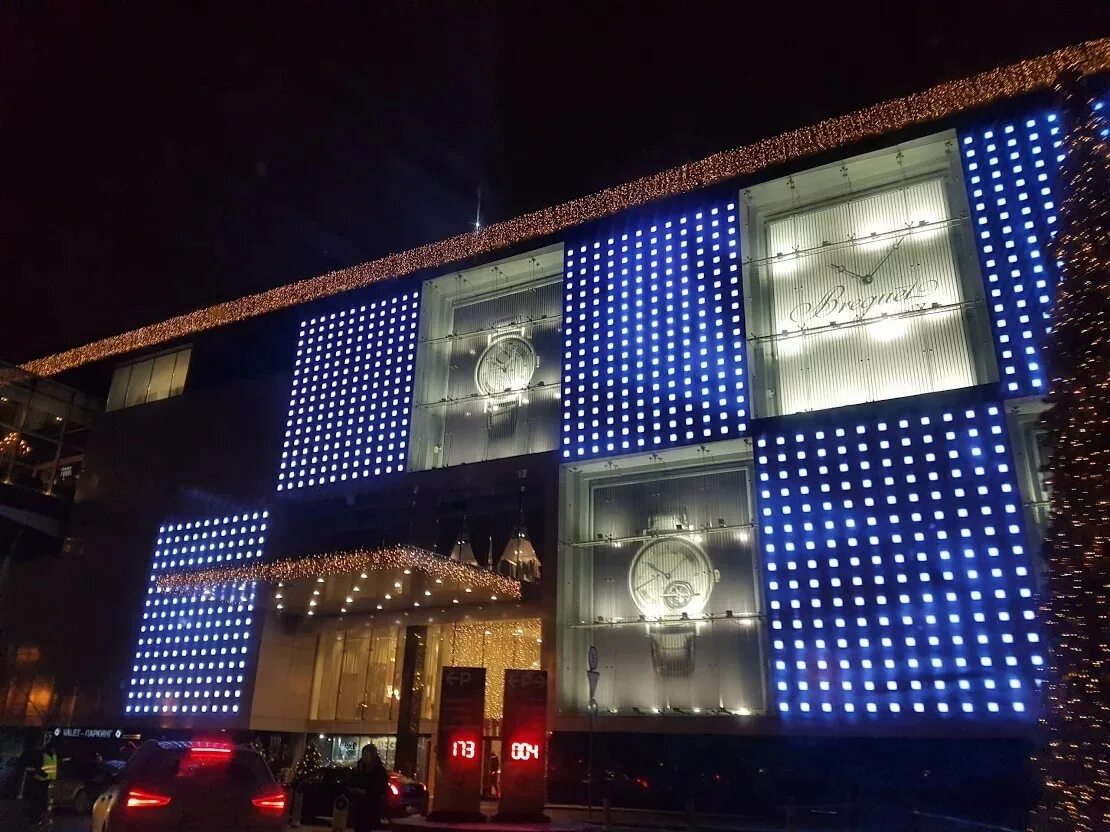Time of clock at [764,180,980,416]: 2:44
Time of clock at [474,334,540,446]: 2:44
